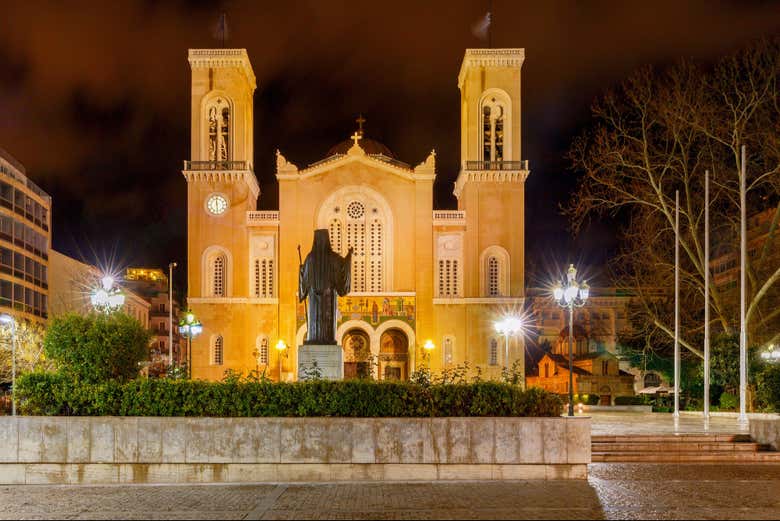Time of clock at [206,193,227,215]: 5:59
